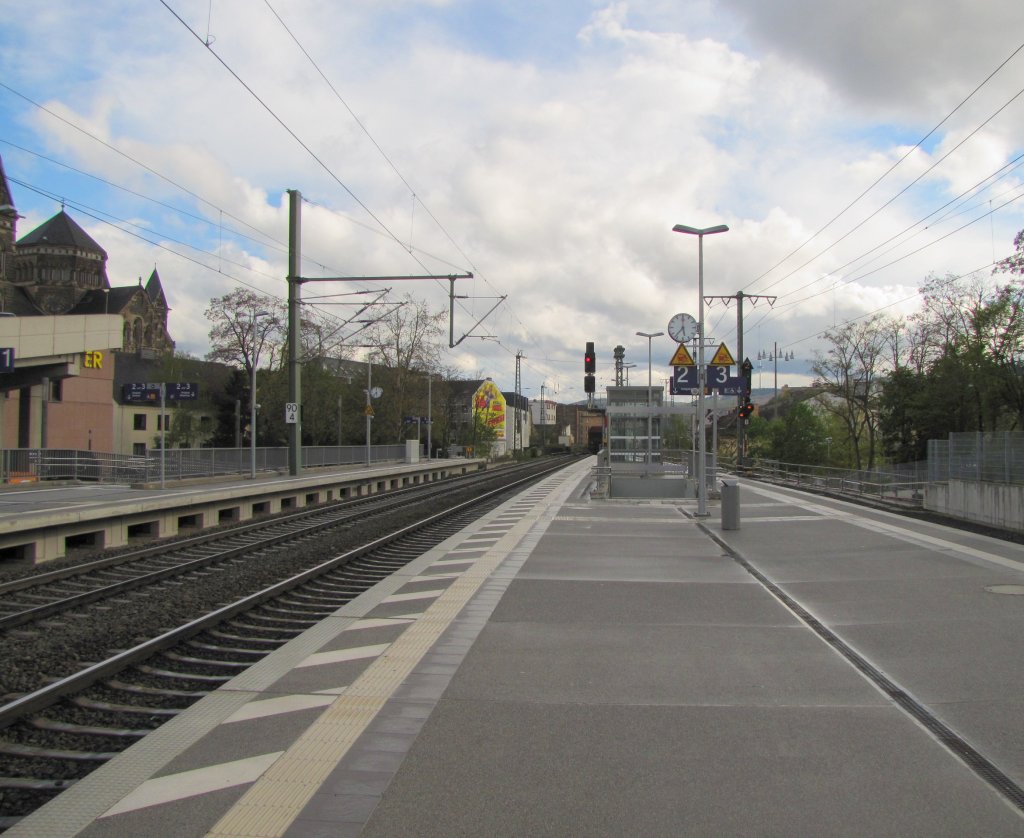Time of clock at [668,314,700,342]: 5:36
